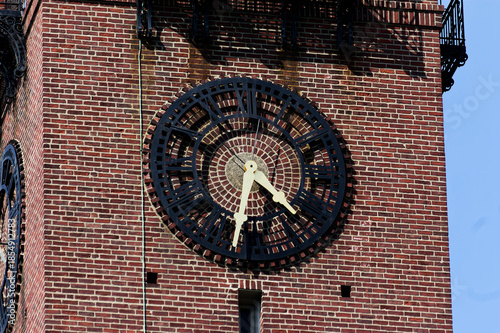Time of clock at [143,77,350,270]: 4:31
